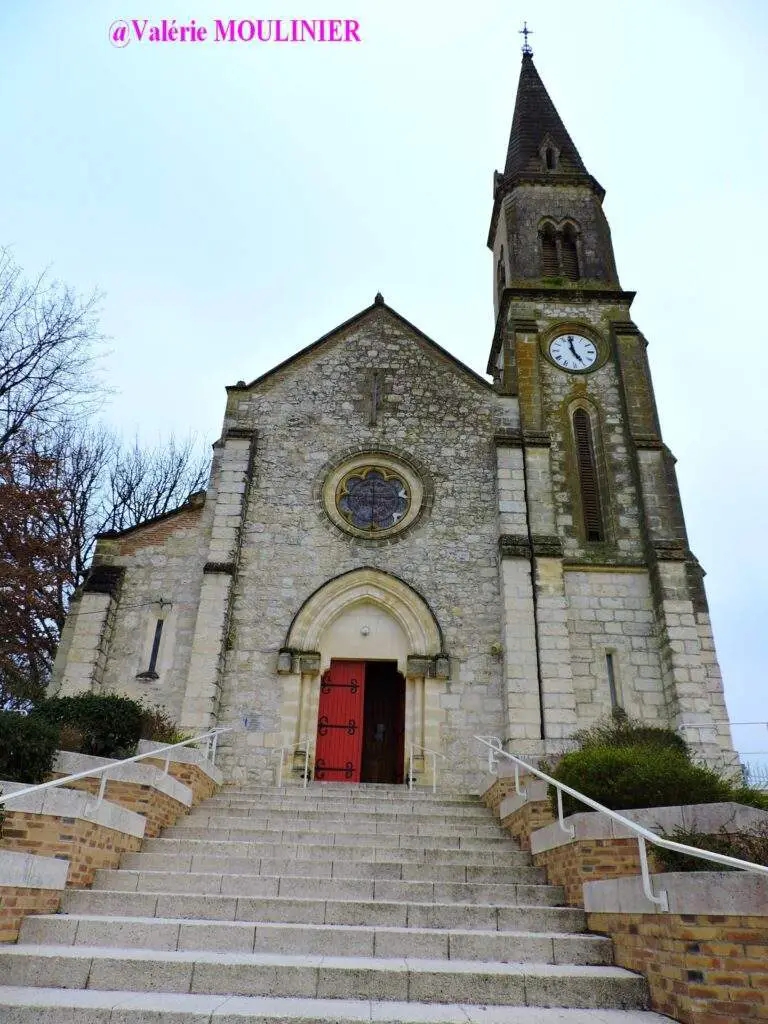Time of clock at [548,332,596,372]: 4:59
